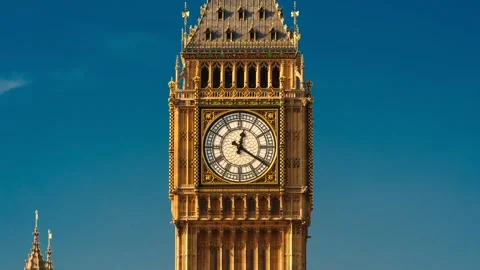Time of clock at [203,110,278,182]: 12:20
